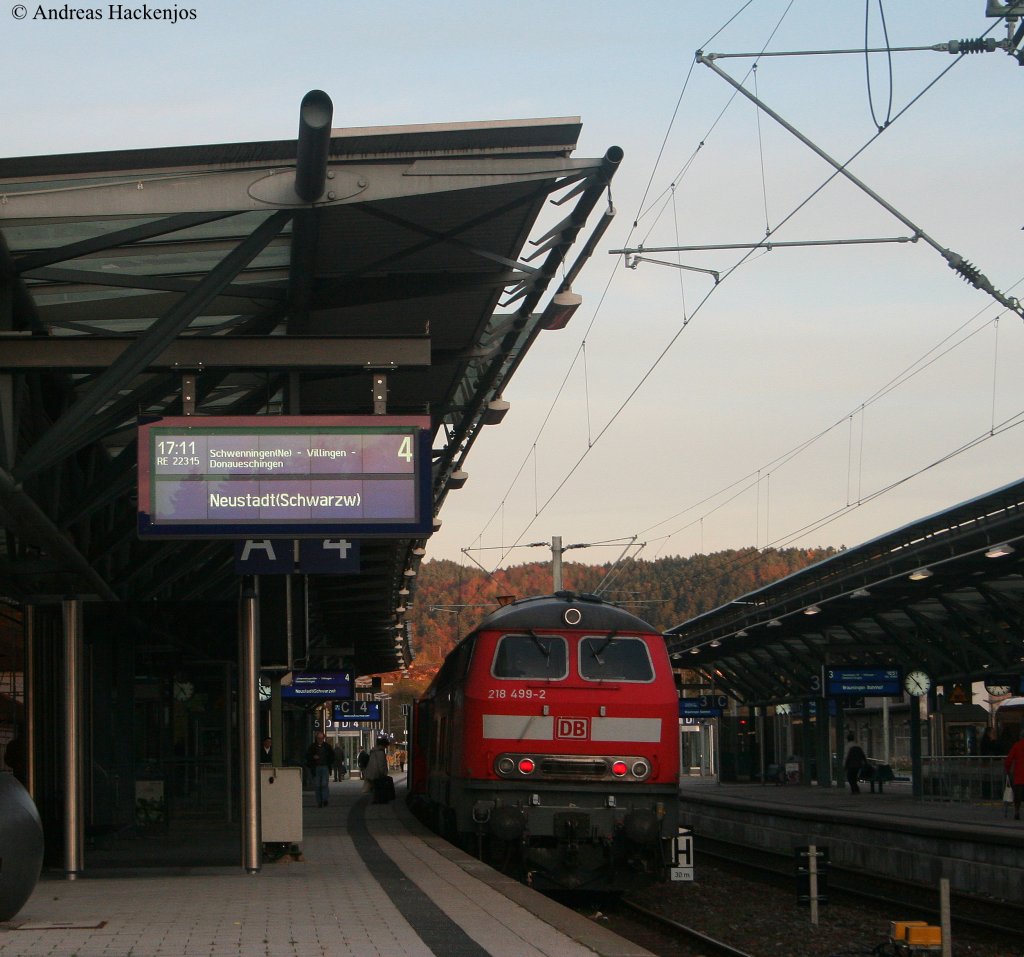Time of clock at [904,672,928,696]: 4:52
